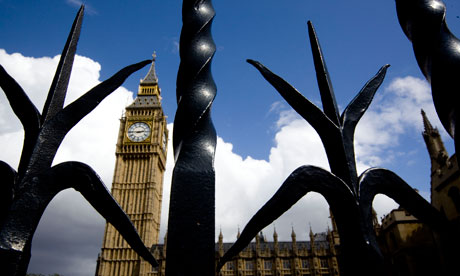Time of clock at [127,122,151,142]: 2:45
